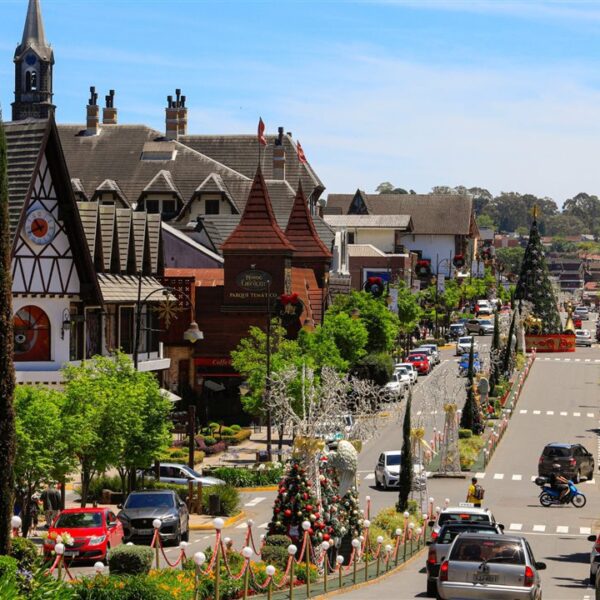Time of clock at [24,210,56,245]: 10:41
